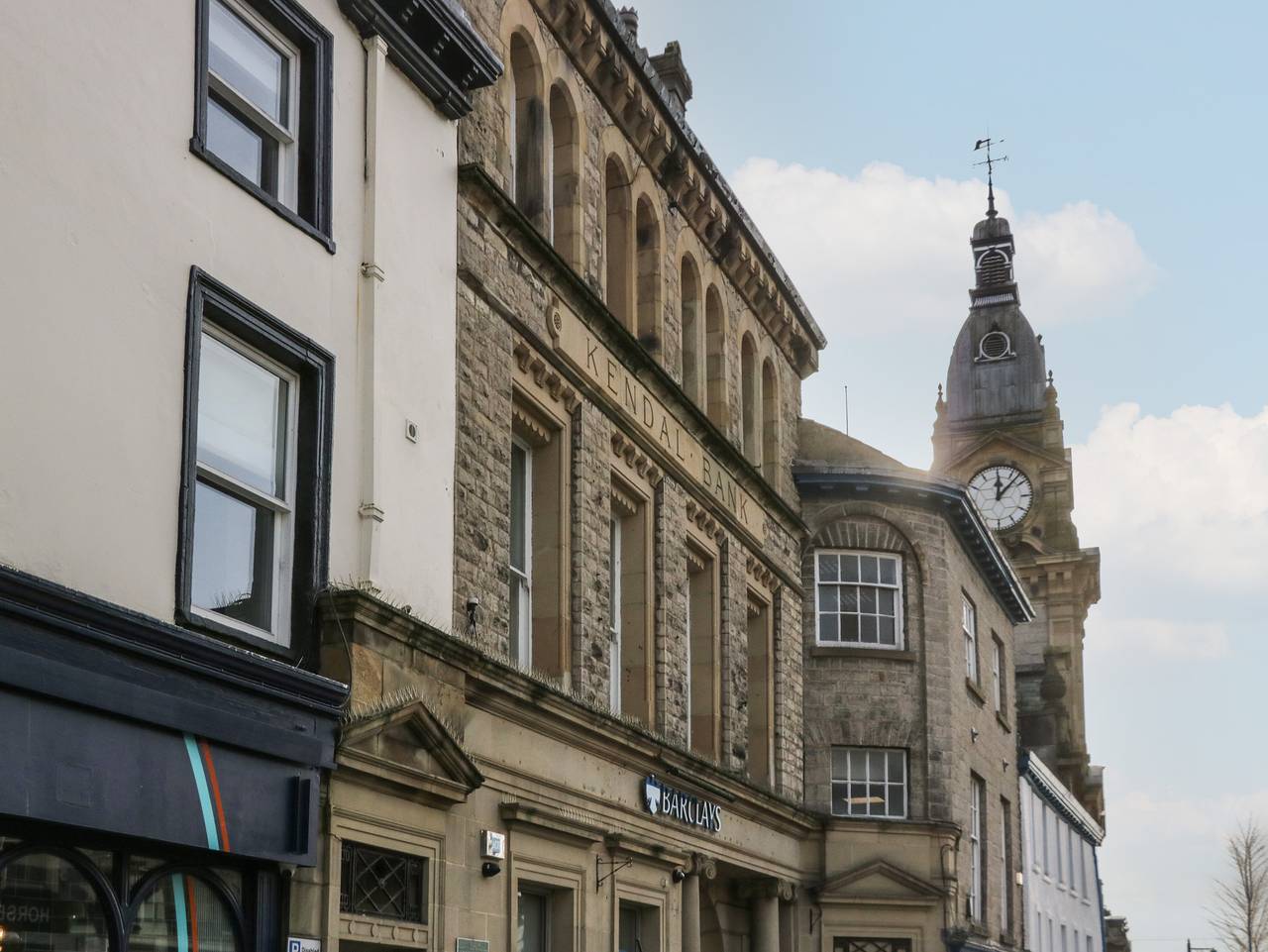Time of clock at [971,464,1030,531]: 12:07
